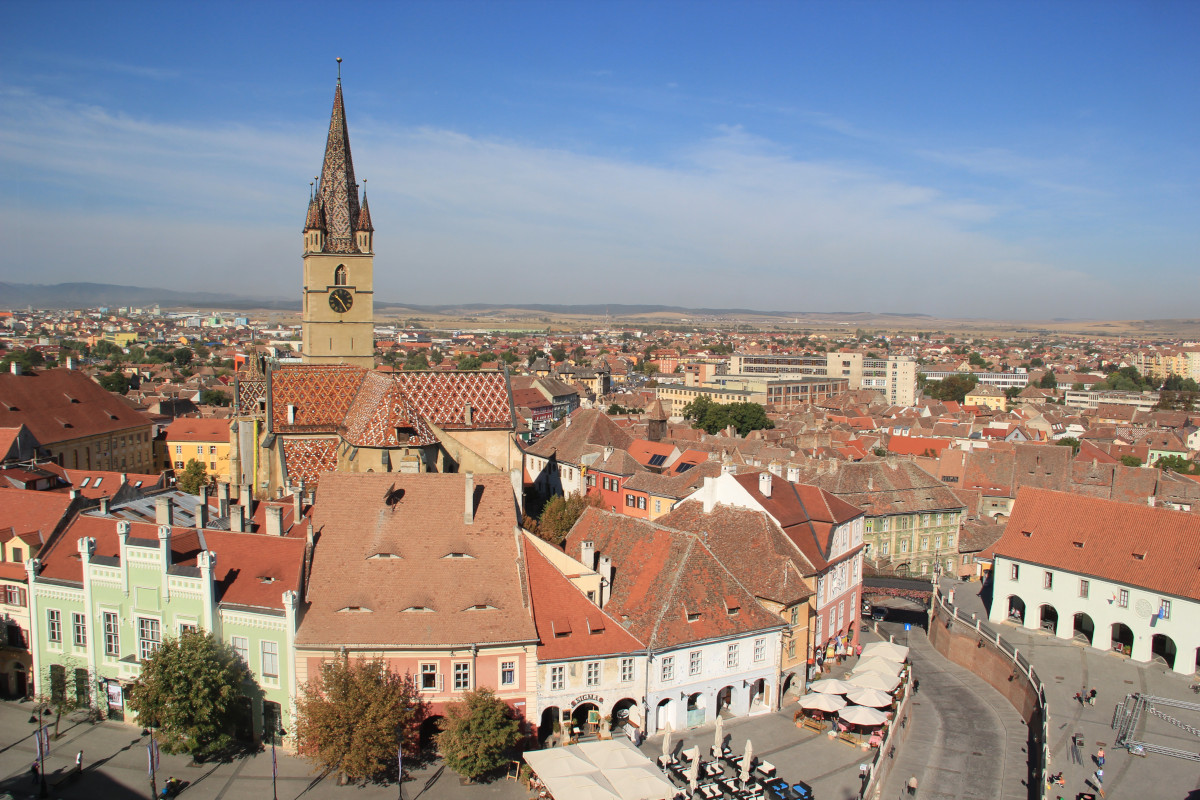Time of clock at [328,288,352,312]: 10:24
